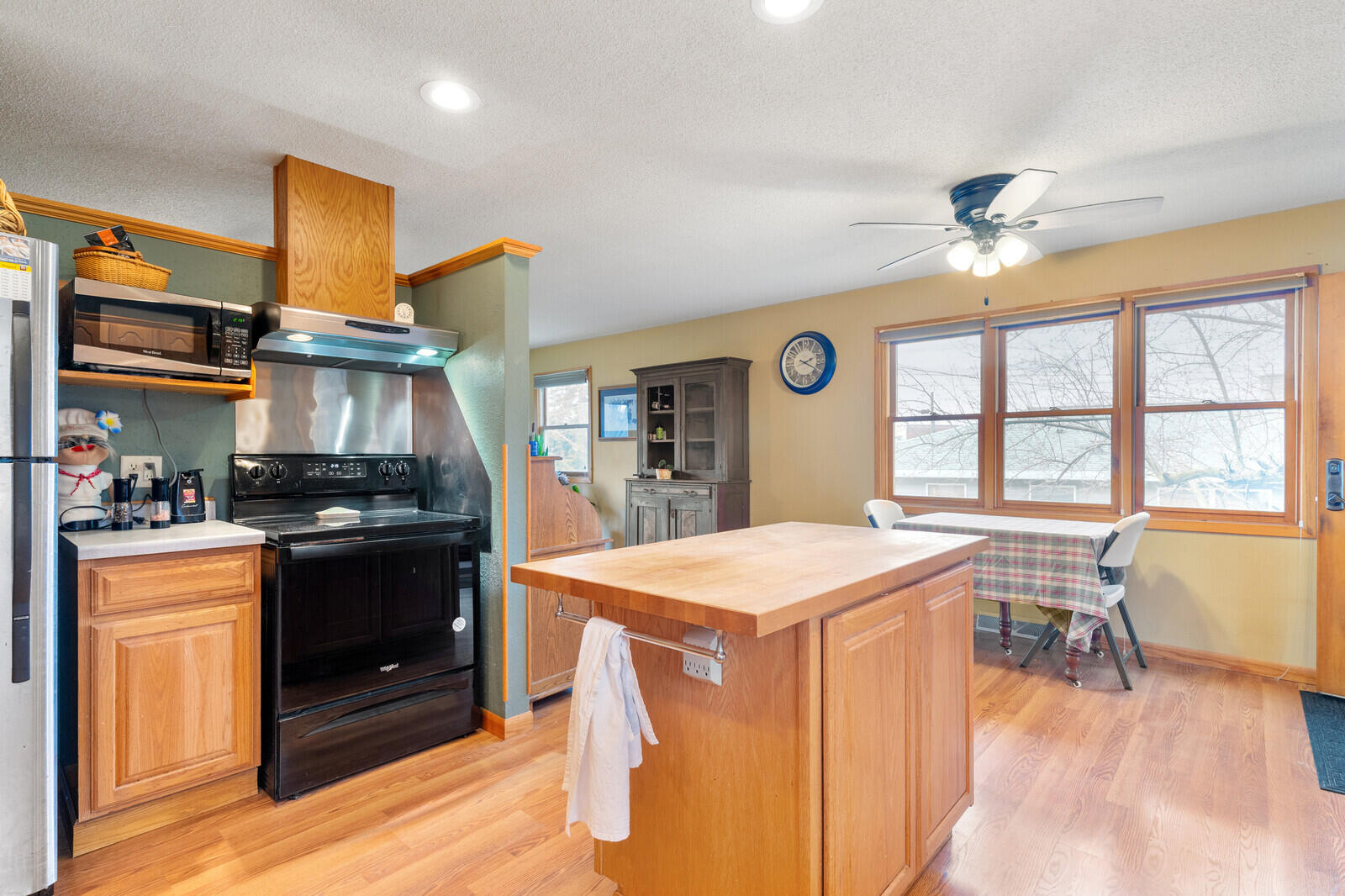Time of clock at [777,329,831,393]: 2:19
